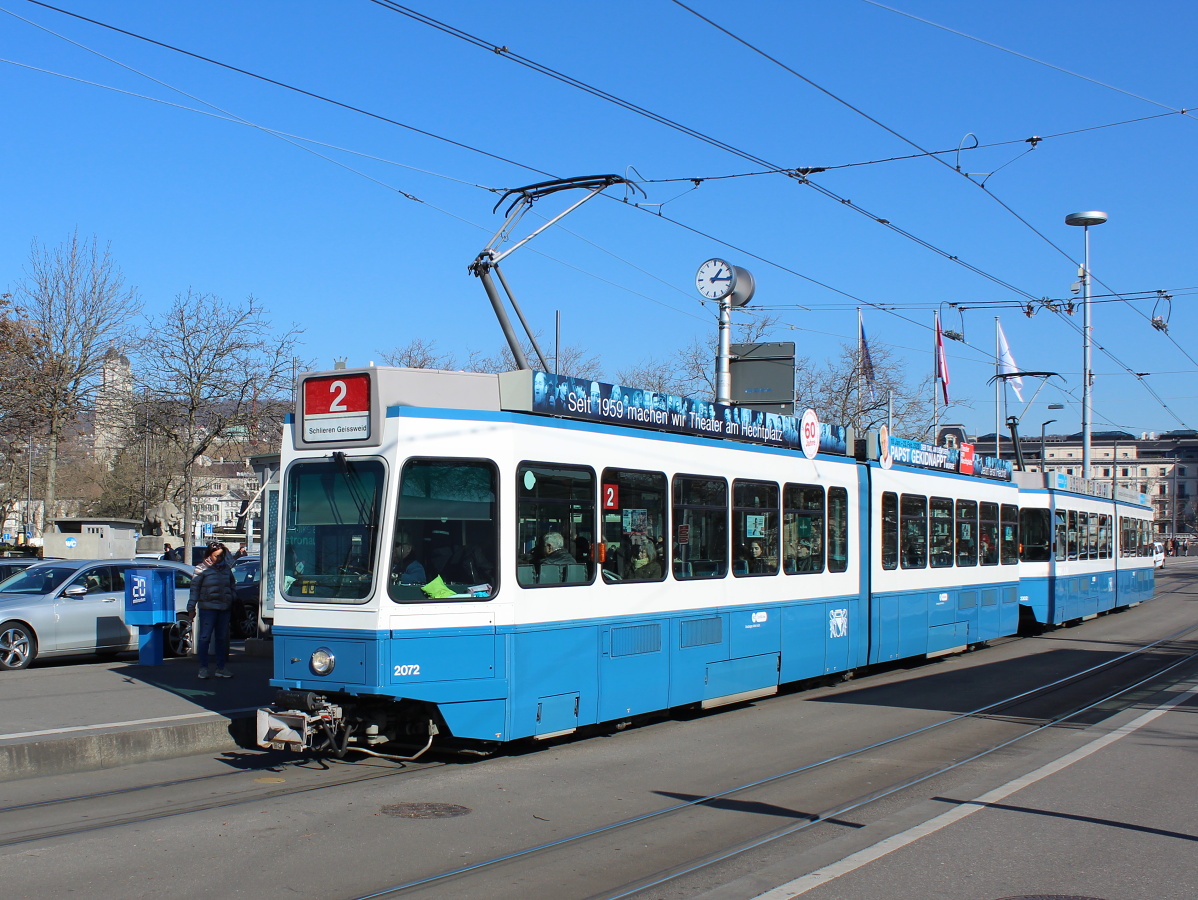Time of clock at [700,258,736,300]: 1:16
